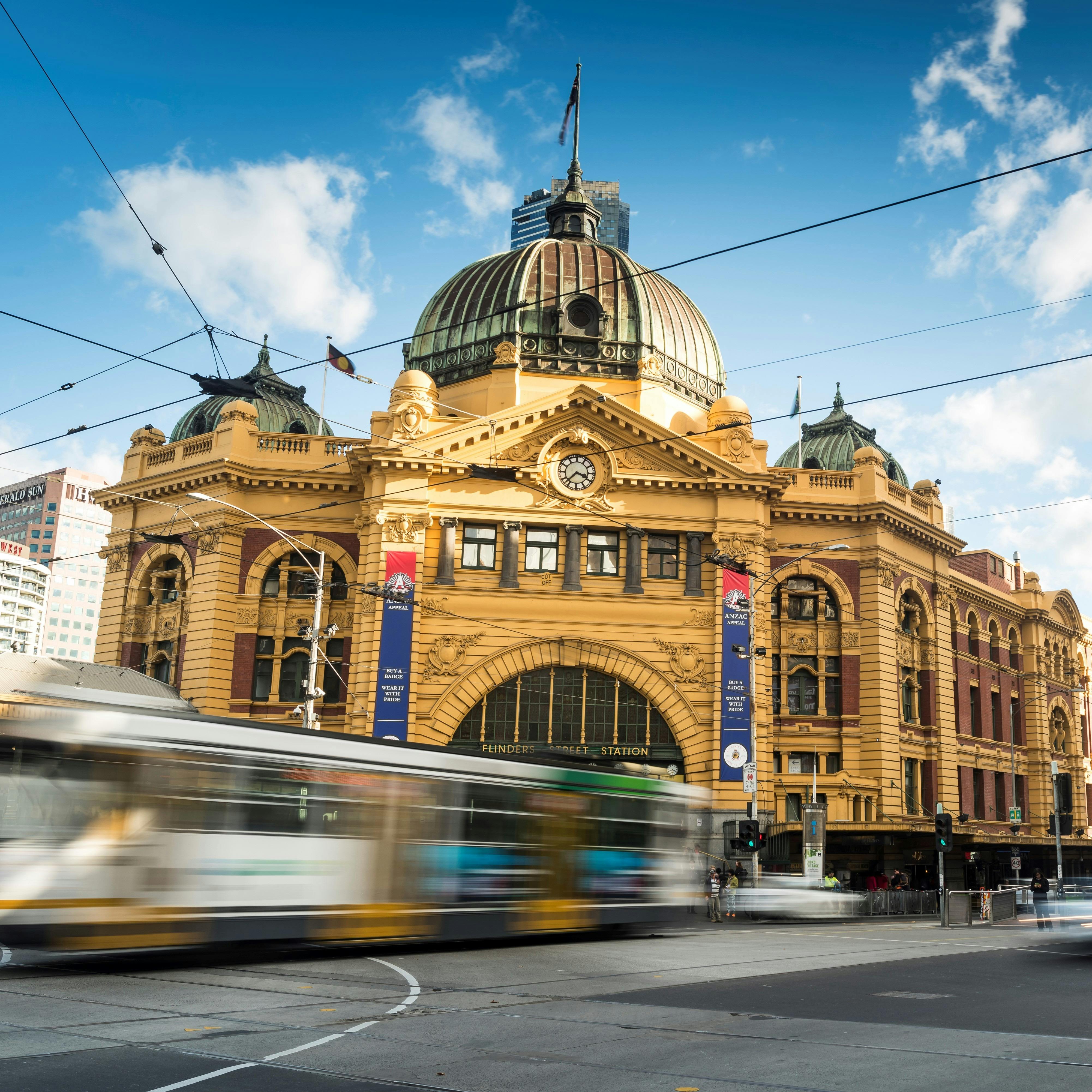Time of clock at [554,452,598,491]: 3:37
